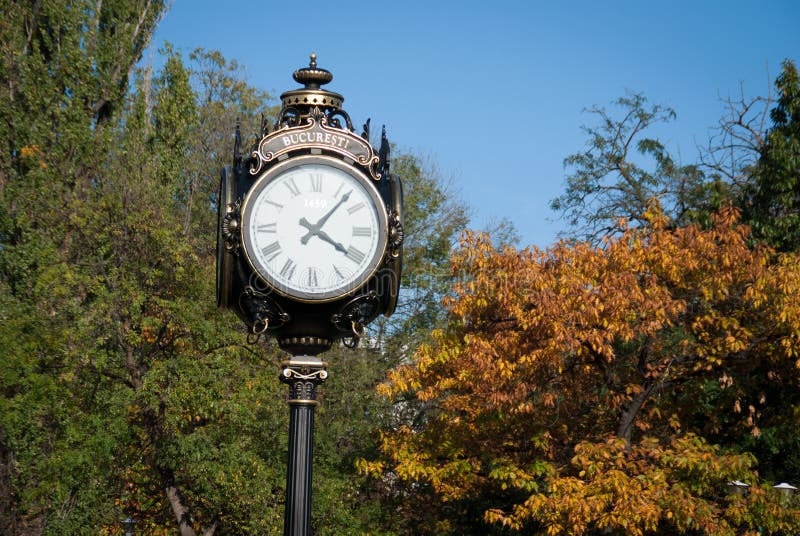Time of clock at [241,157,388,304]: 4:07
